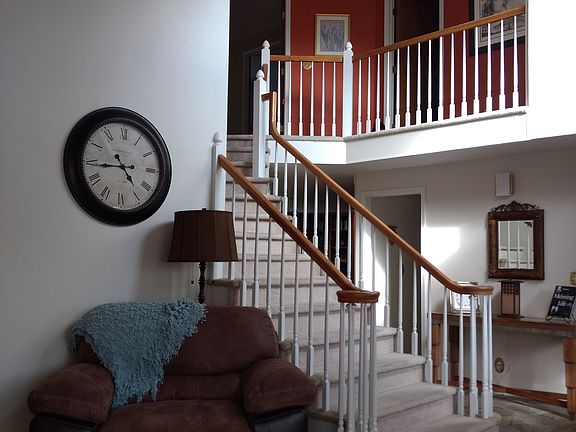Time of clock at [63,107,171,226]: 4:44
